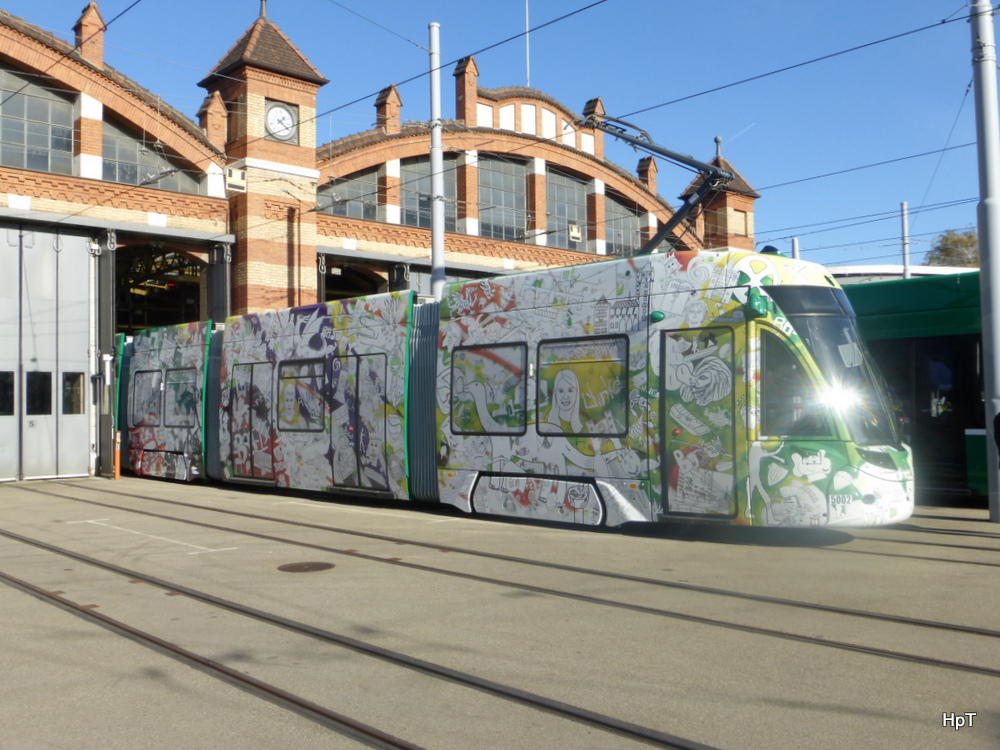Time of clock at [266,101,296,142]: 1:20
